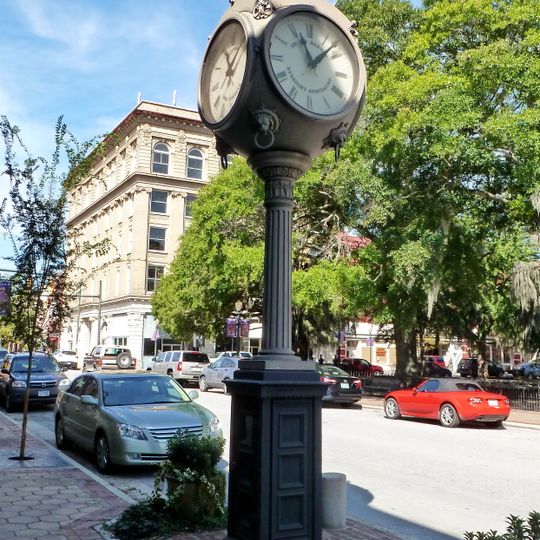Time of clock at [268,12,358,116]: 11:07
